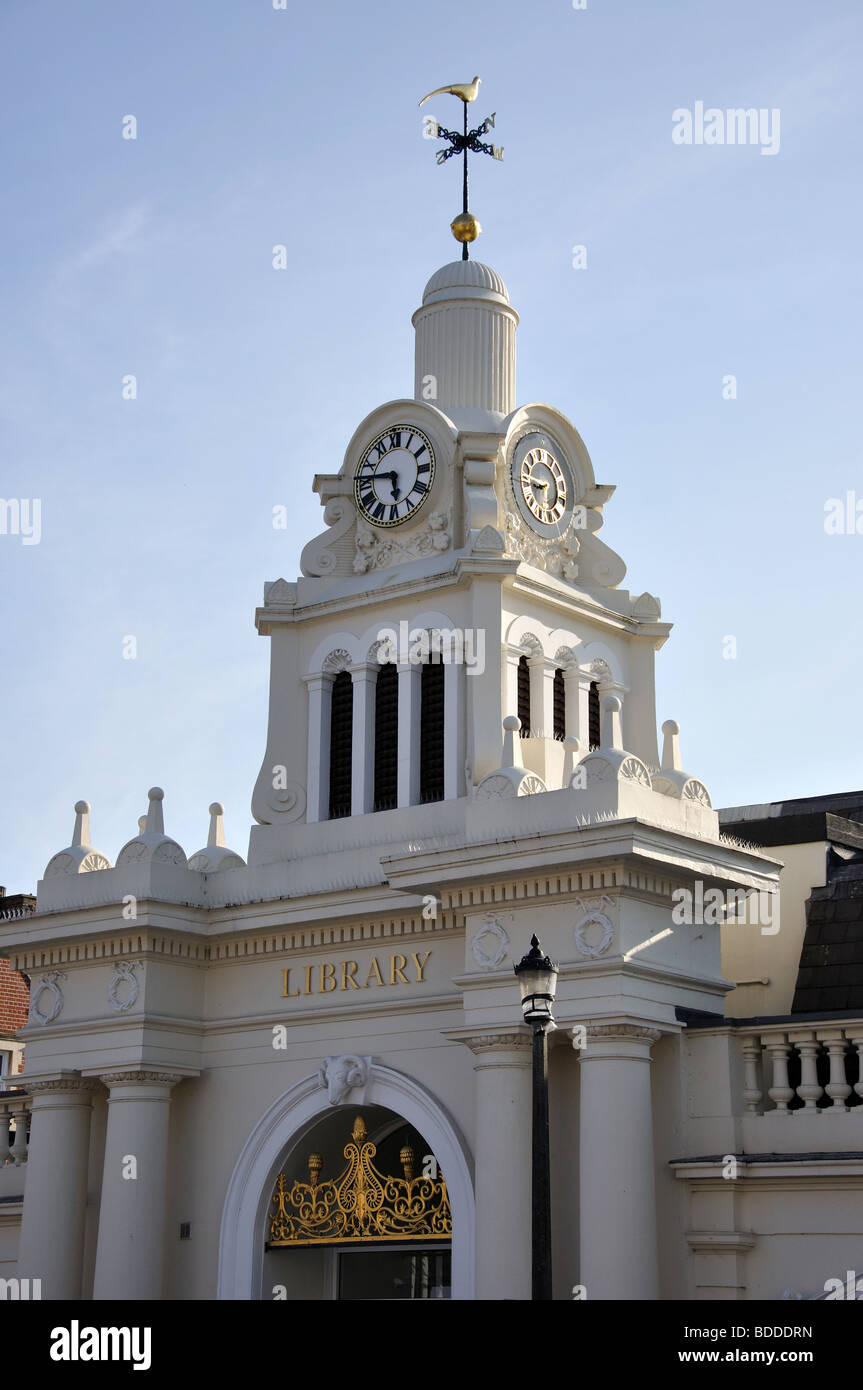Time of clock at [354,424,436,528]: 5:46
